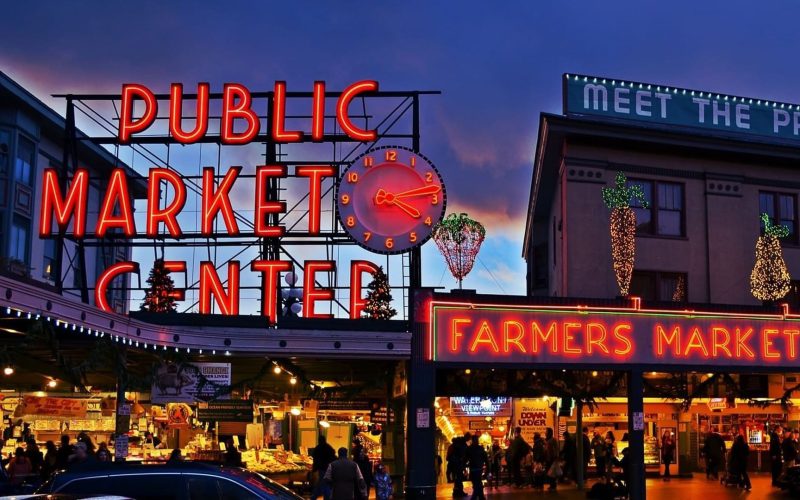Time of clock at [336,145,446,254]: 4:13
